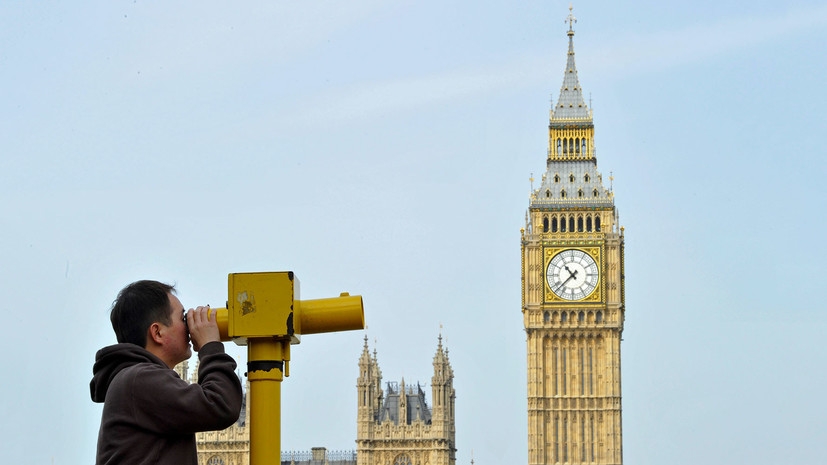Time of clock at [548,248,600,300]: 10:37
